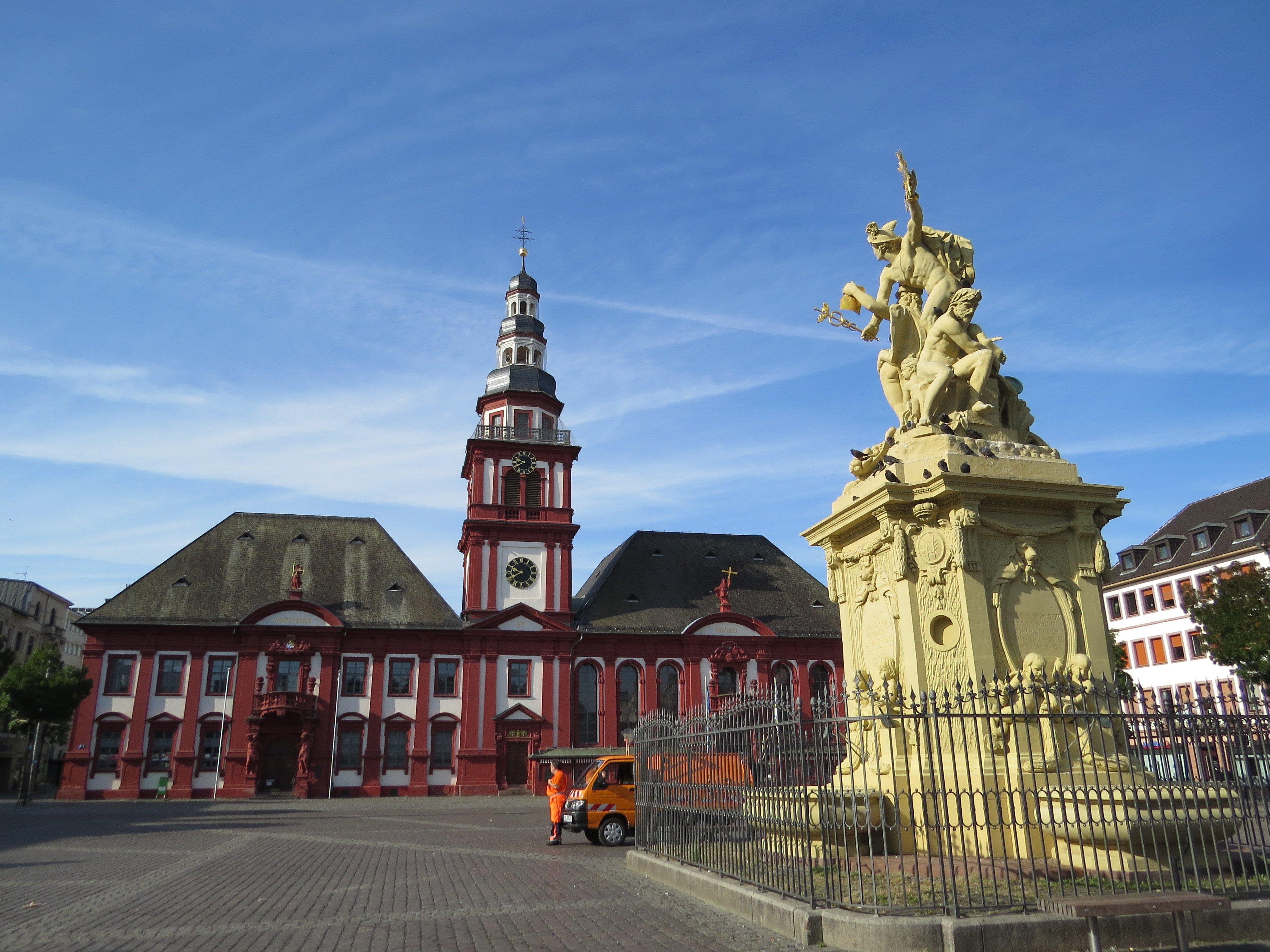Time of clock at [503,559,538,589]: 9:40
